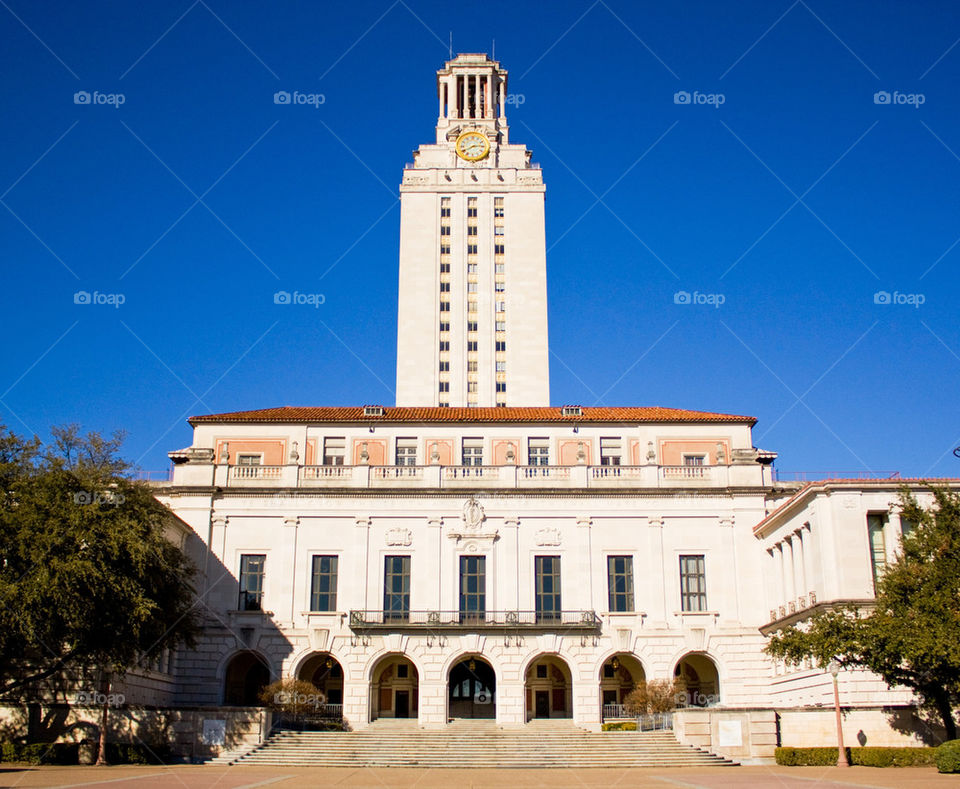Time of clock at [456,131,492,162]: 2:40
